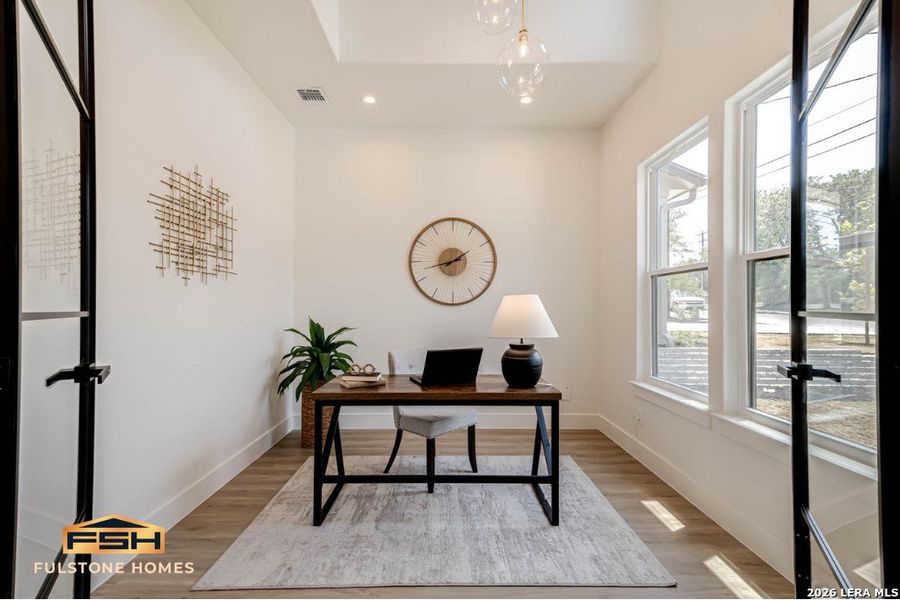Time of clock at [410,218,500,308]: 1:42
